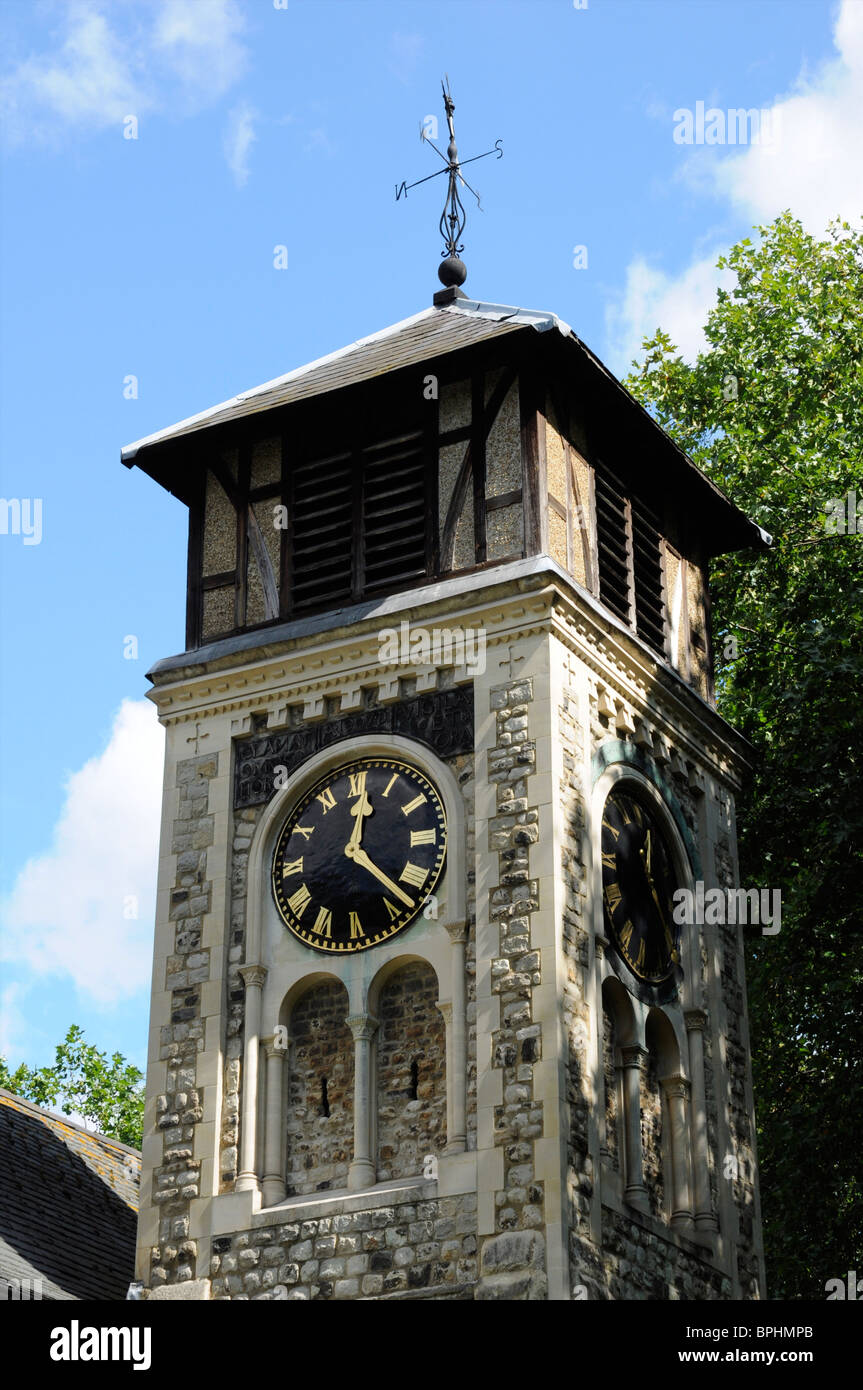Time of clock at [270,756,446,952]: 12:22
